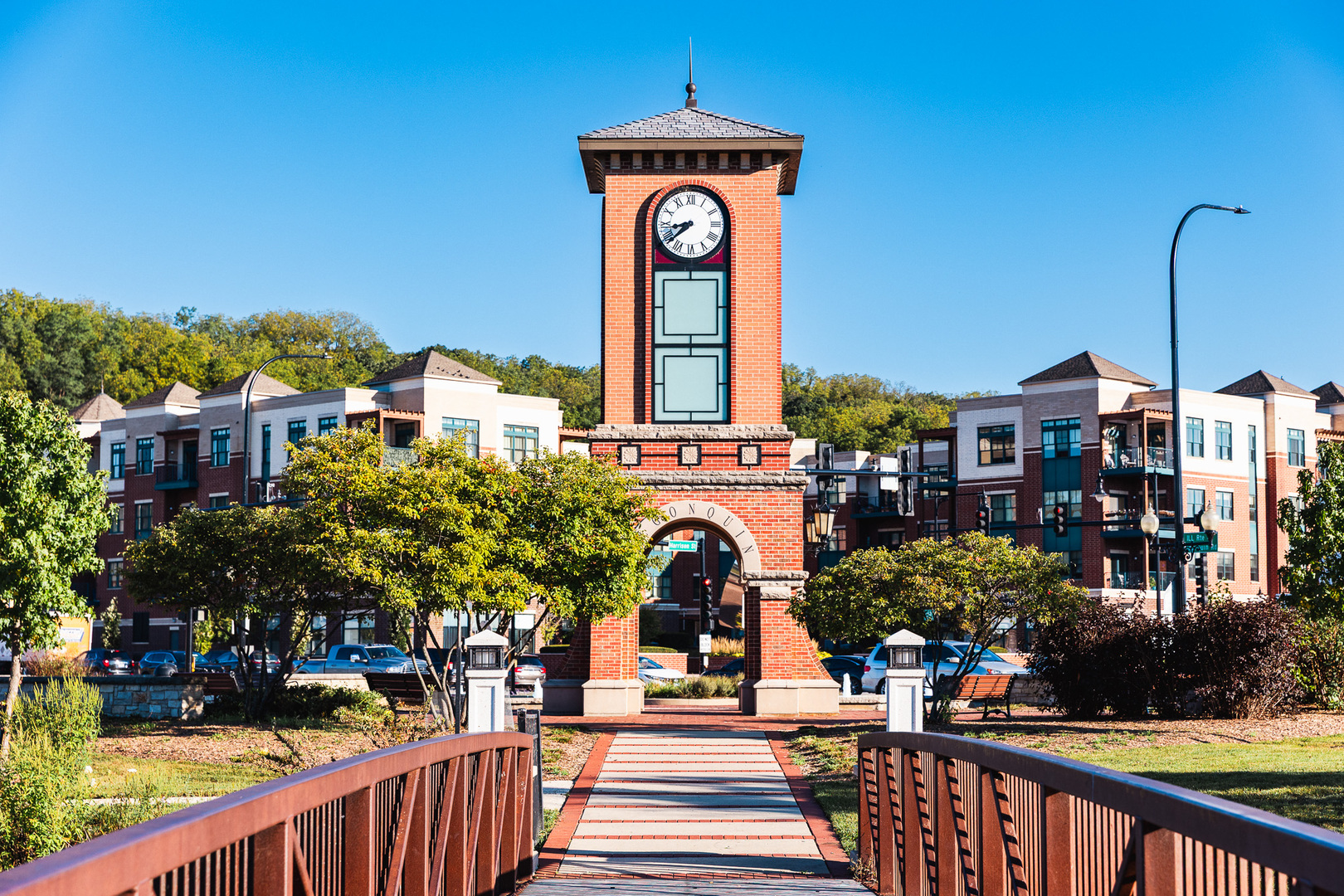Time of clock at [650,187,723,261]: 8:38
